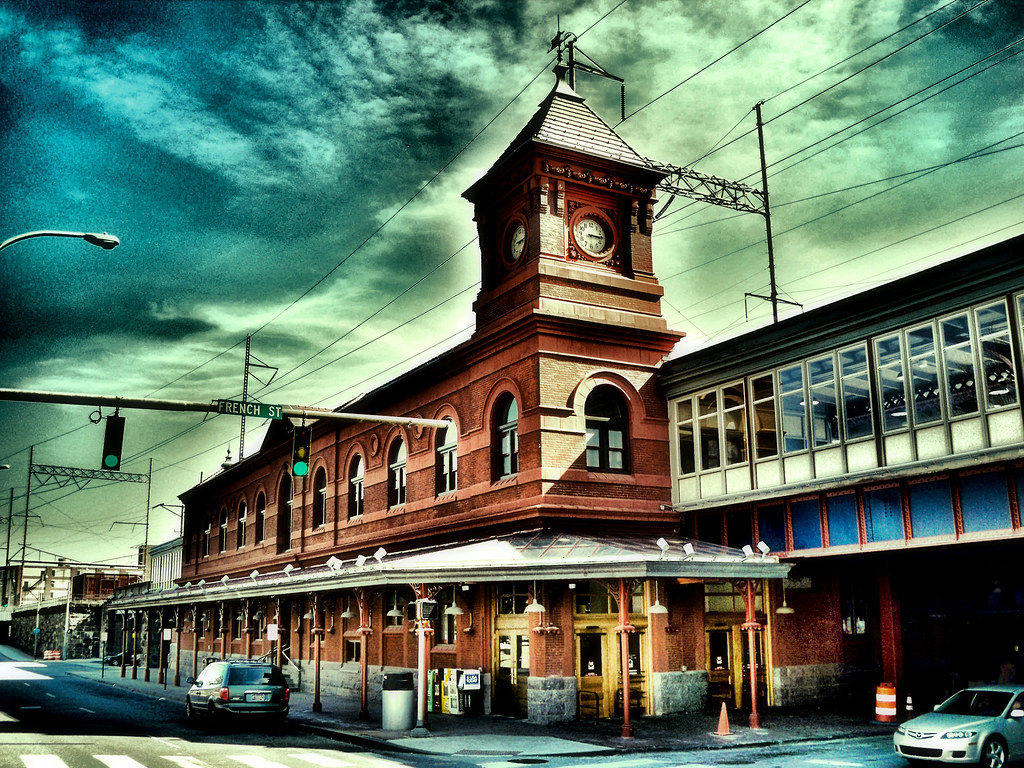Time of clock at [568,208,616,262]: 3:14
